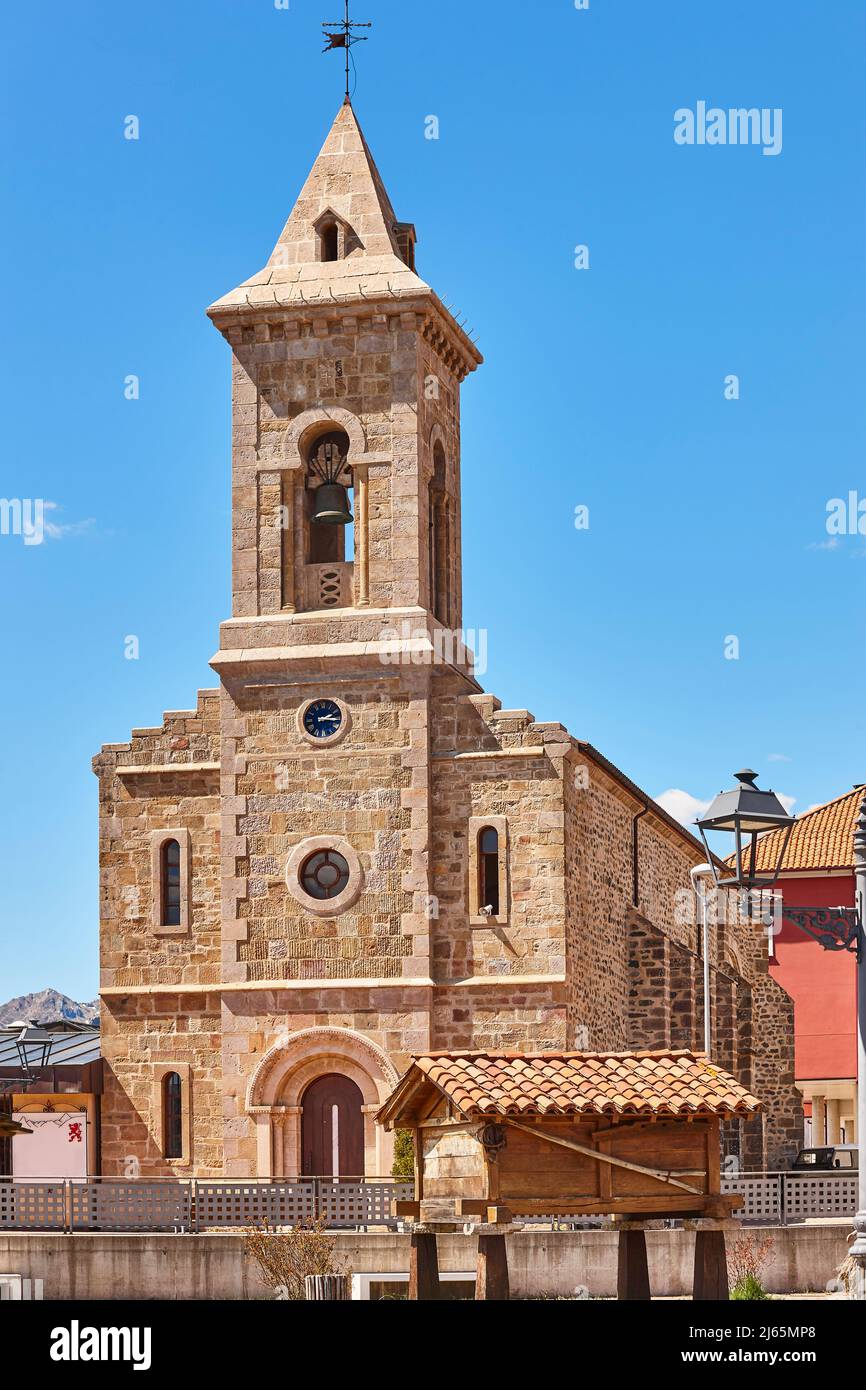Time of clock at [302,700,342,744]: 2:15
